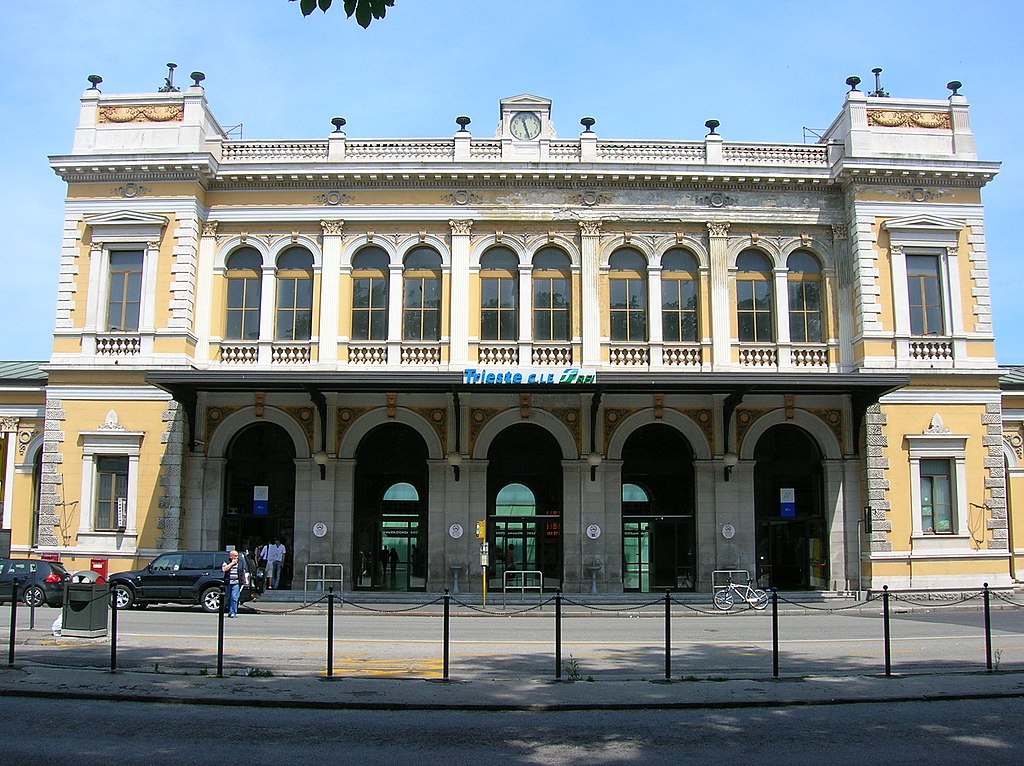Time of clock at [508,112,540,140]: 11:27
